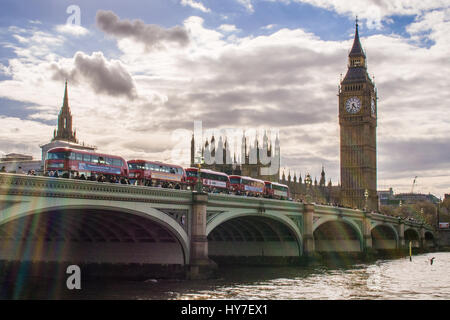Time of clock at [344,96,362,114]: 4:33
